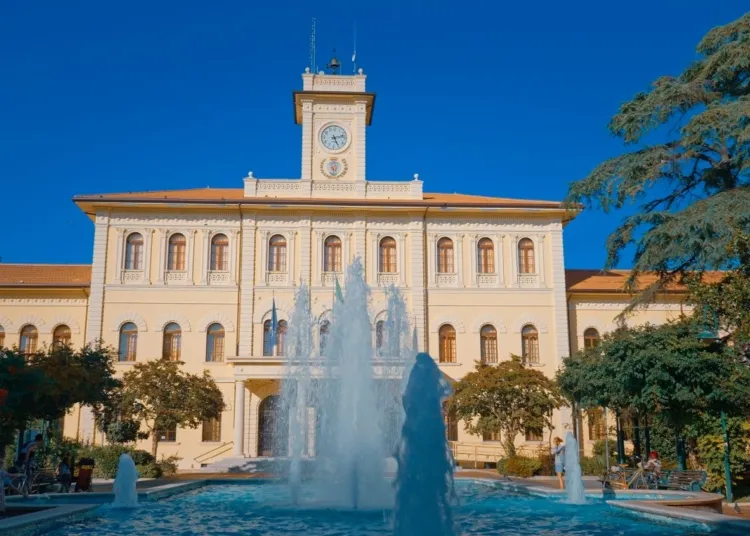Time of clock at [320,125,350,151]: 5:12
